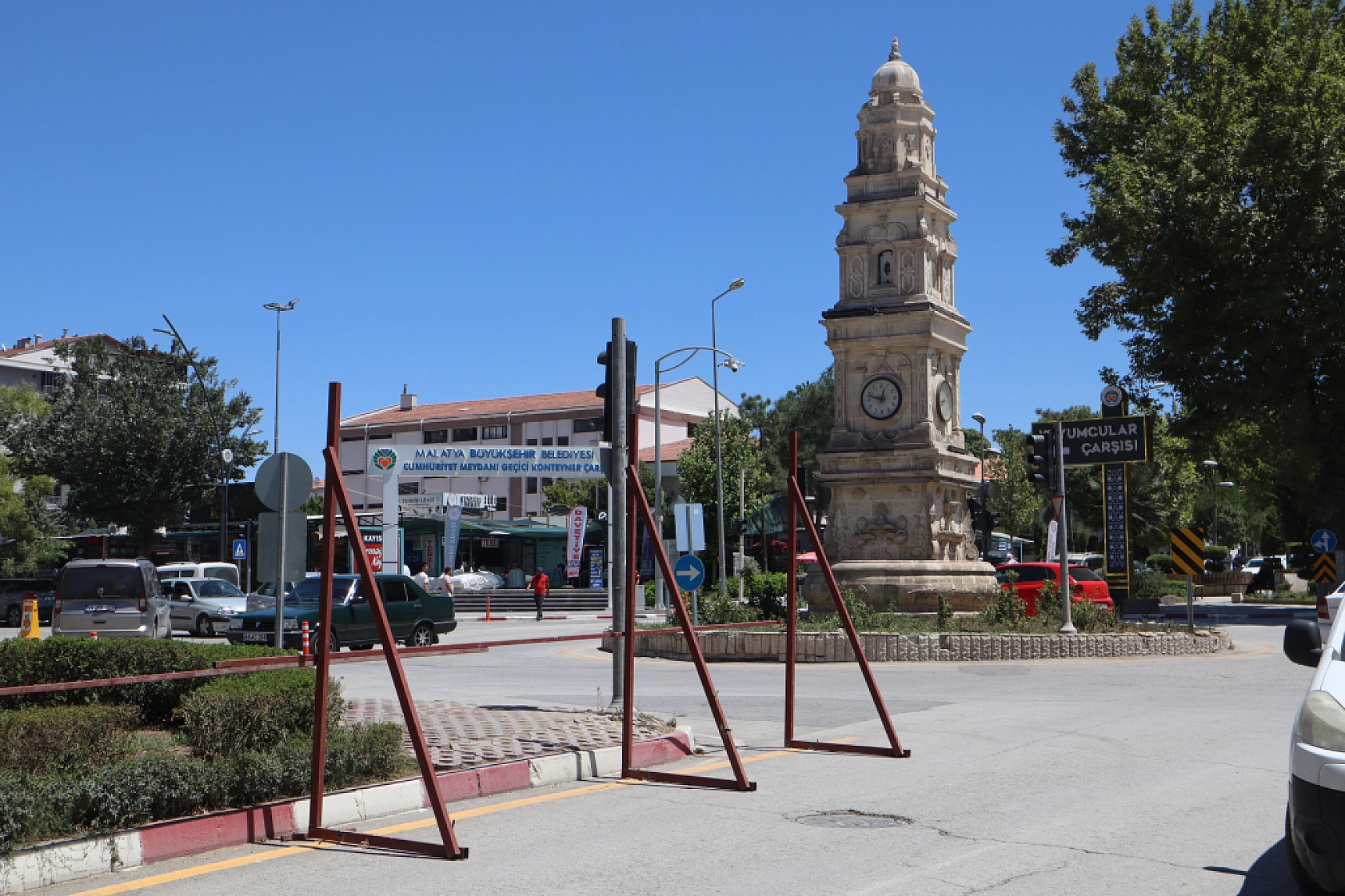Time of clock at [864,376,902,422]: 12:47
